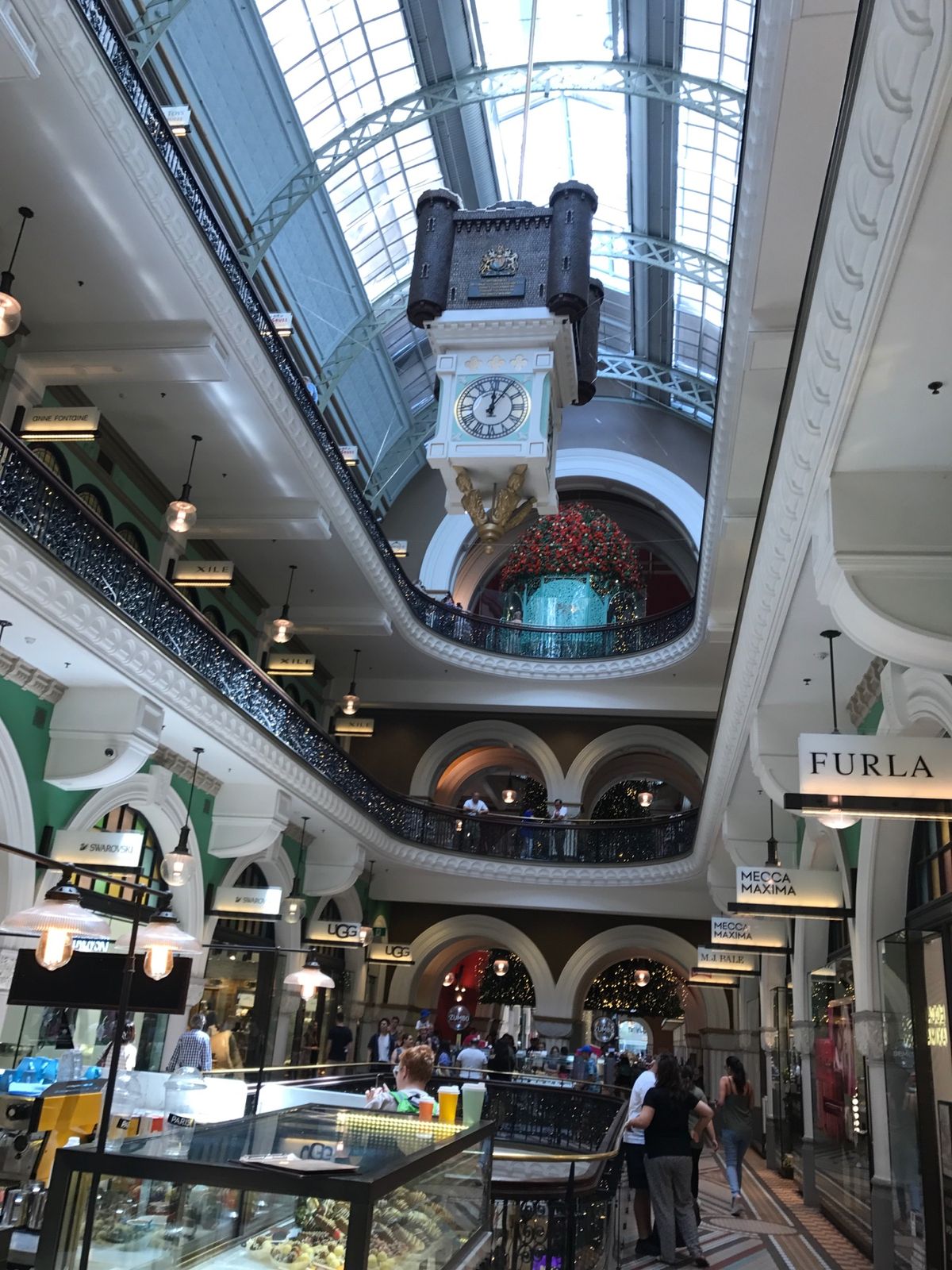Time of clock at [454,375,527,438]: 12:05
